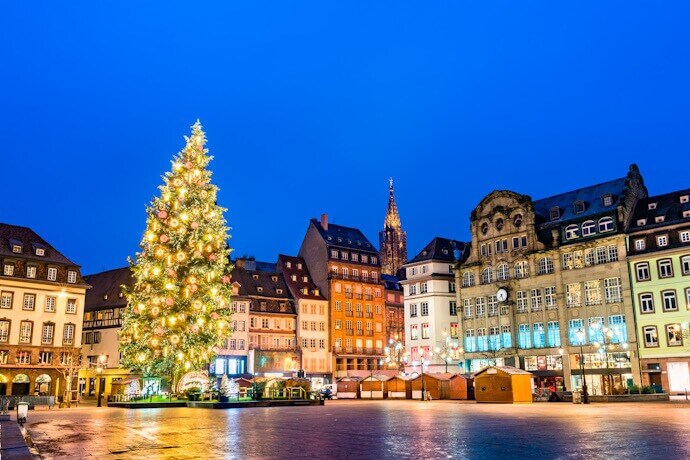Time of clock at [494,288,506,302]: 7:25
